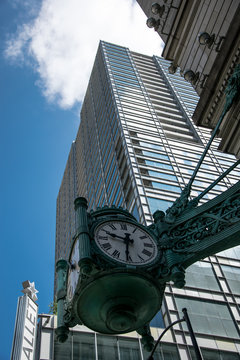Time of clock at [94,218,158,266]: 9:31
